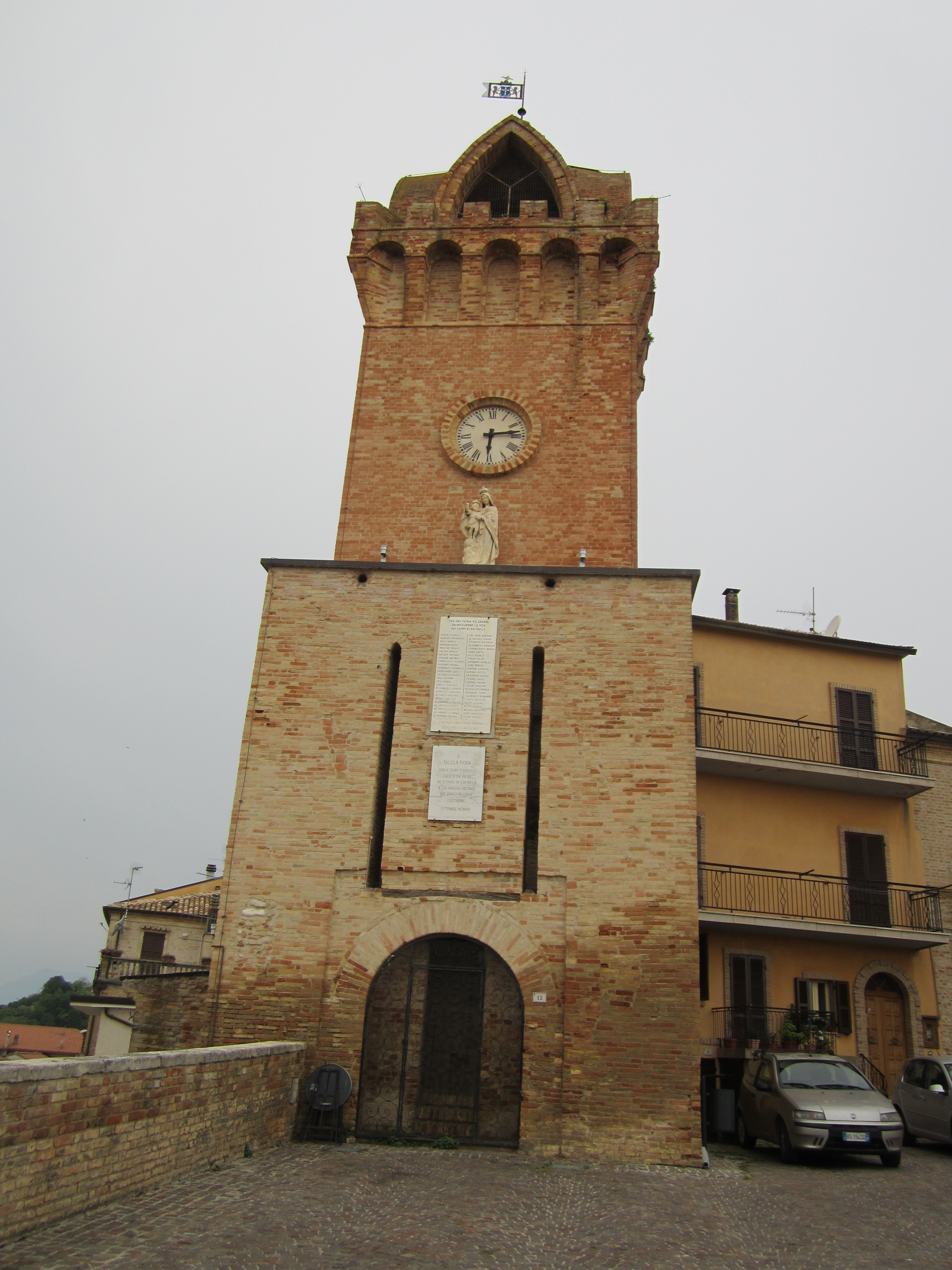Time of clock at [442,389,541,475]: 6:13
